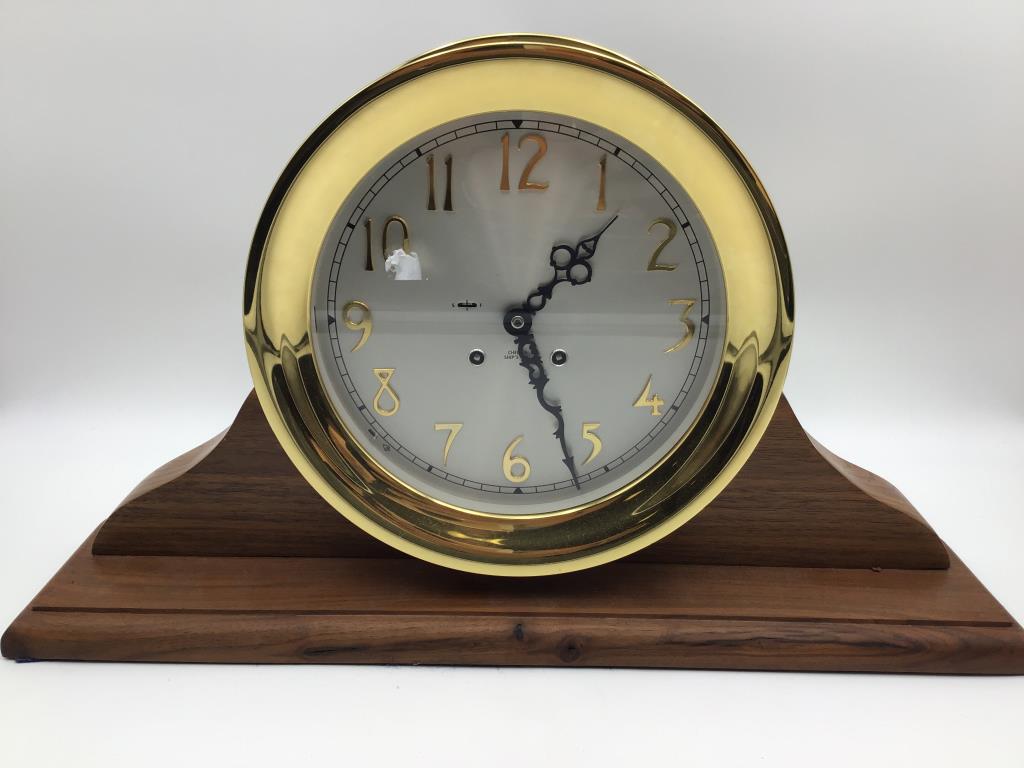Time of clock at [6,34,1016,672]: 1:26
